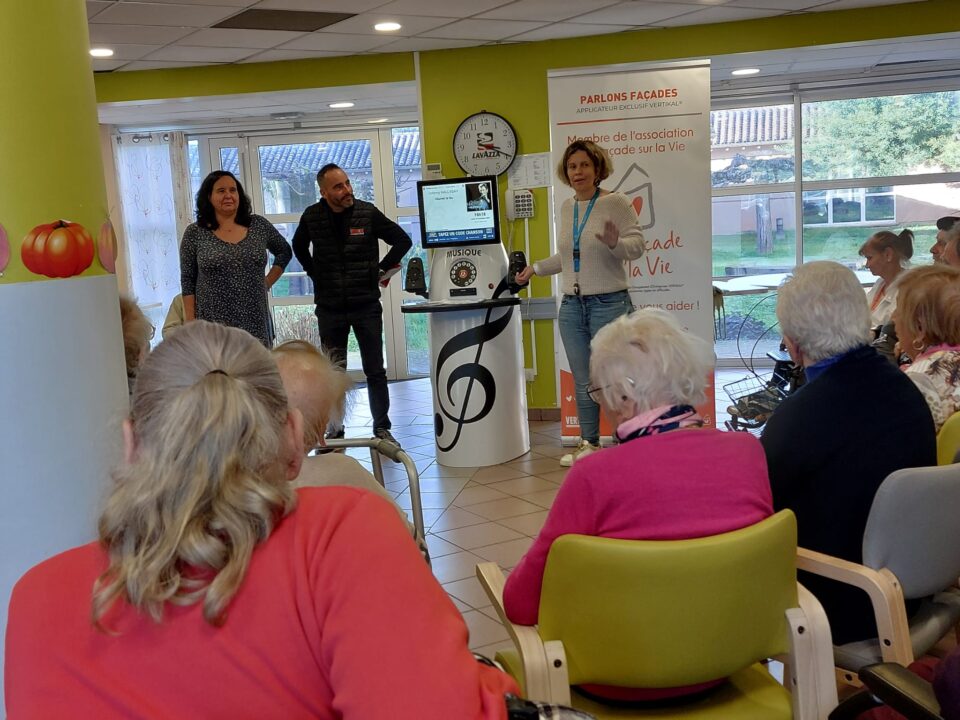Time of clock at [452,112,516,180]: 3:19
